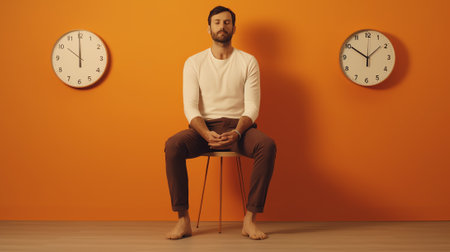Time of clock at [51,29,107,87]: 9:59
